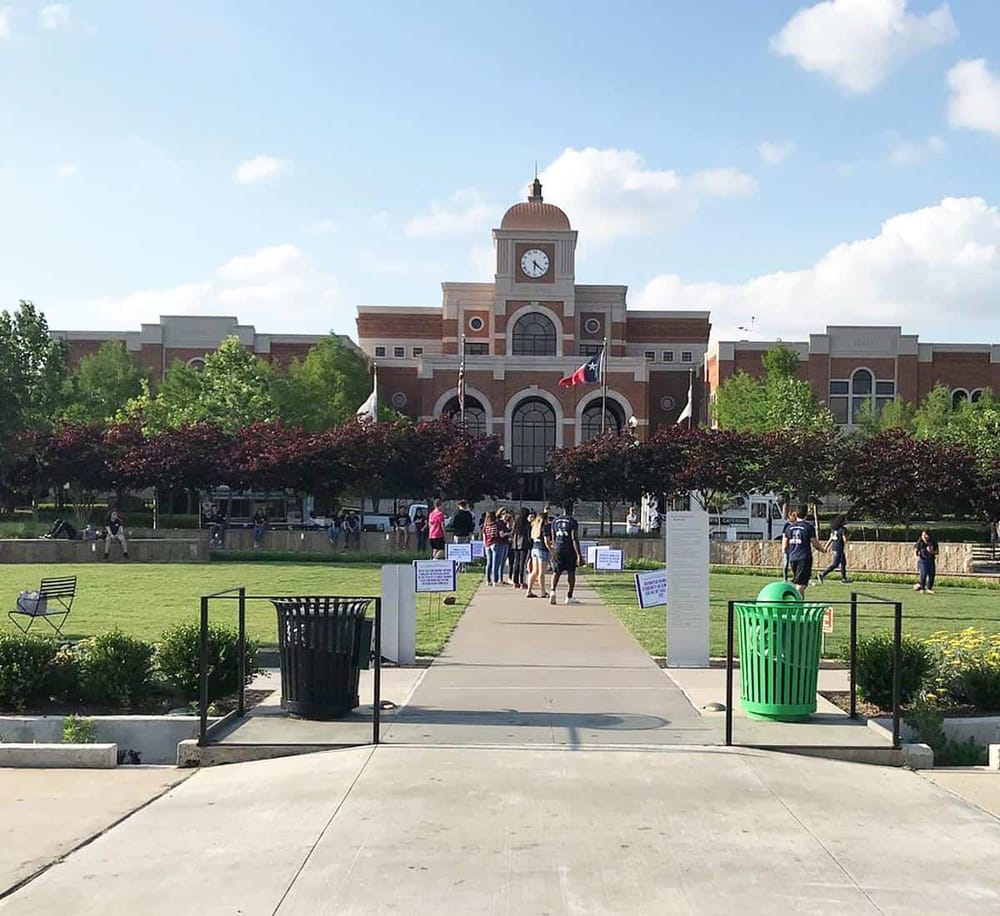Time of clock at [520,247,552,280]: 6:21
